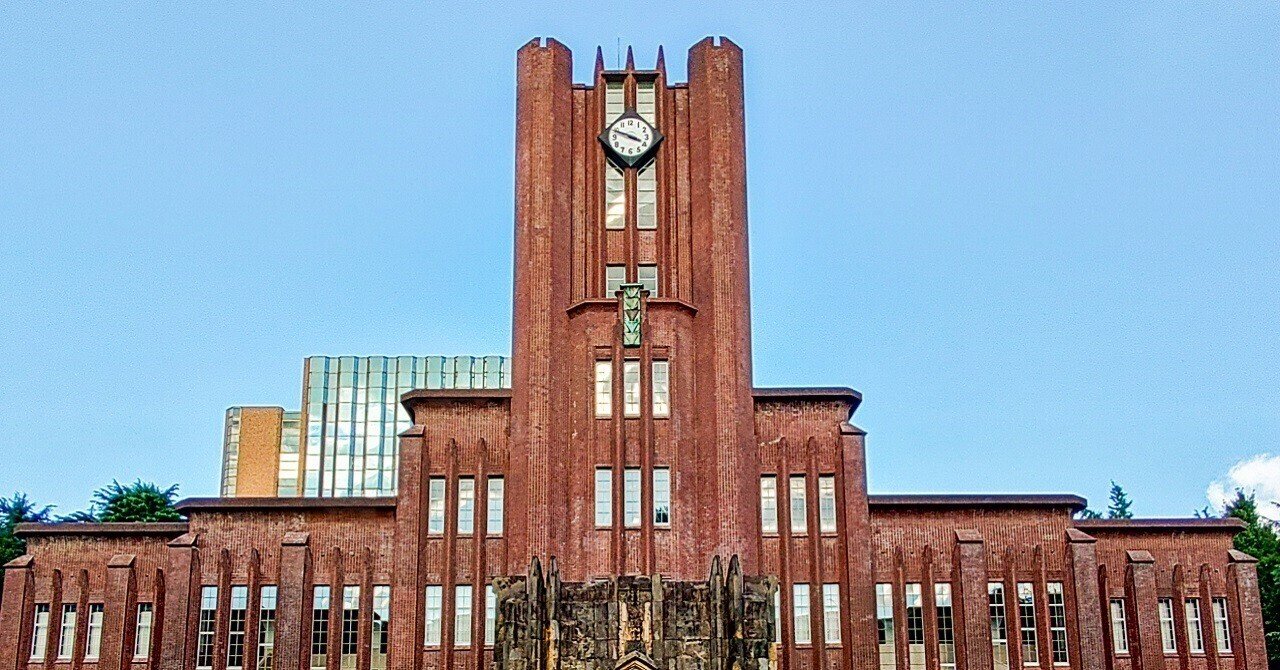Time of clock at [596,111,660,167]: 3:48
